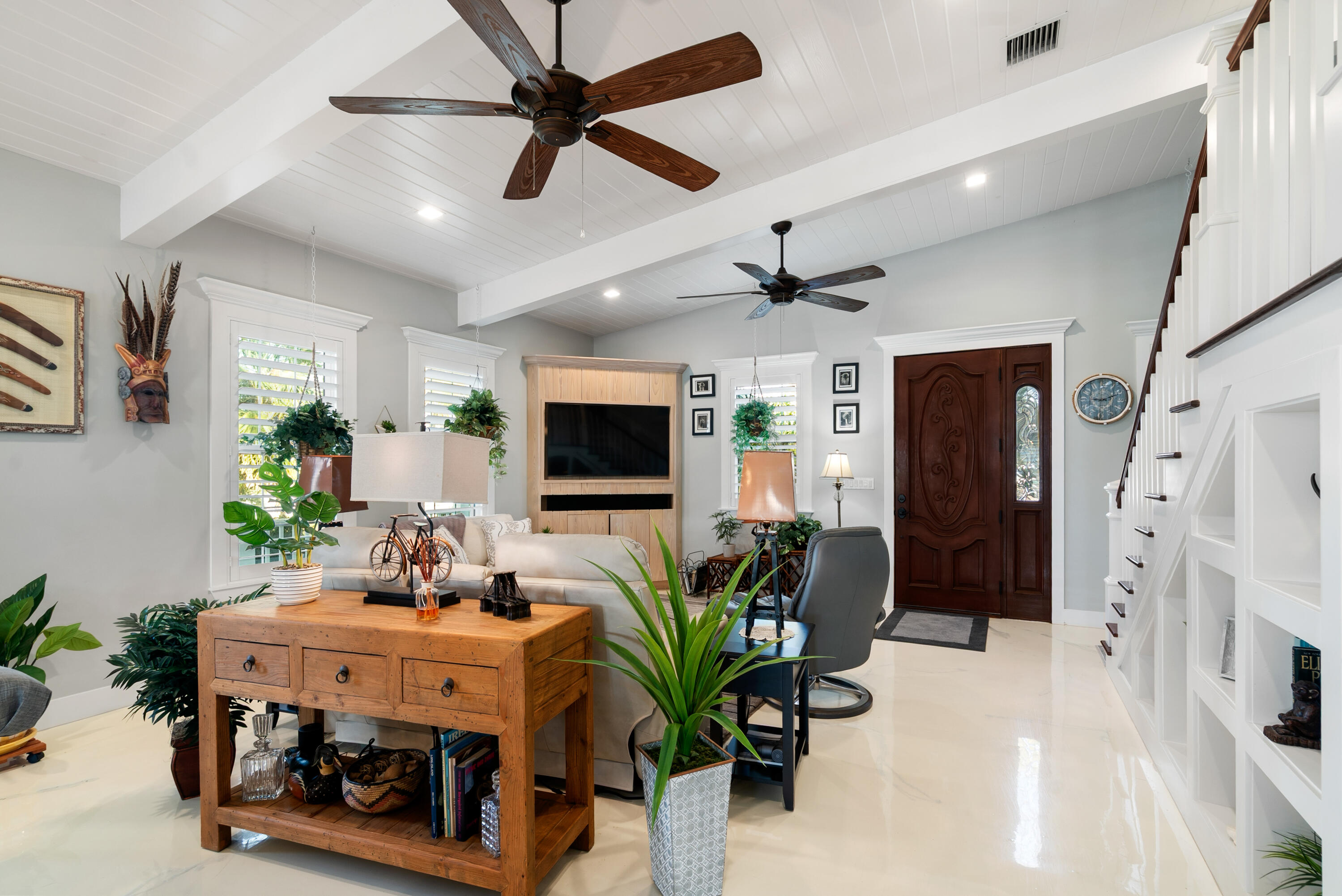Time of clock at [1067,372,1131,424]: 9:11
